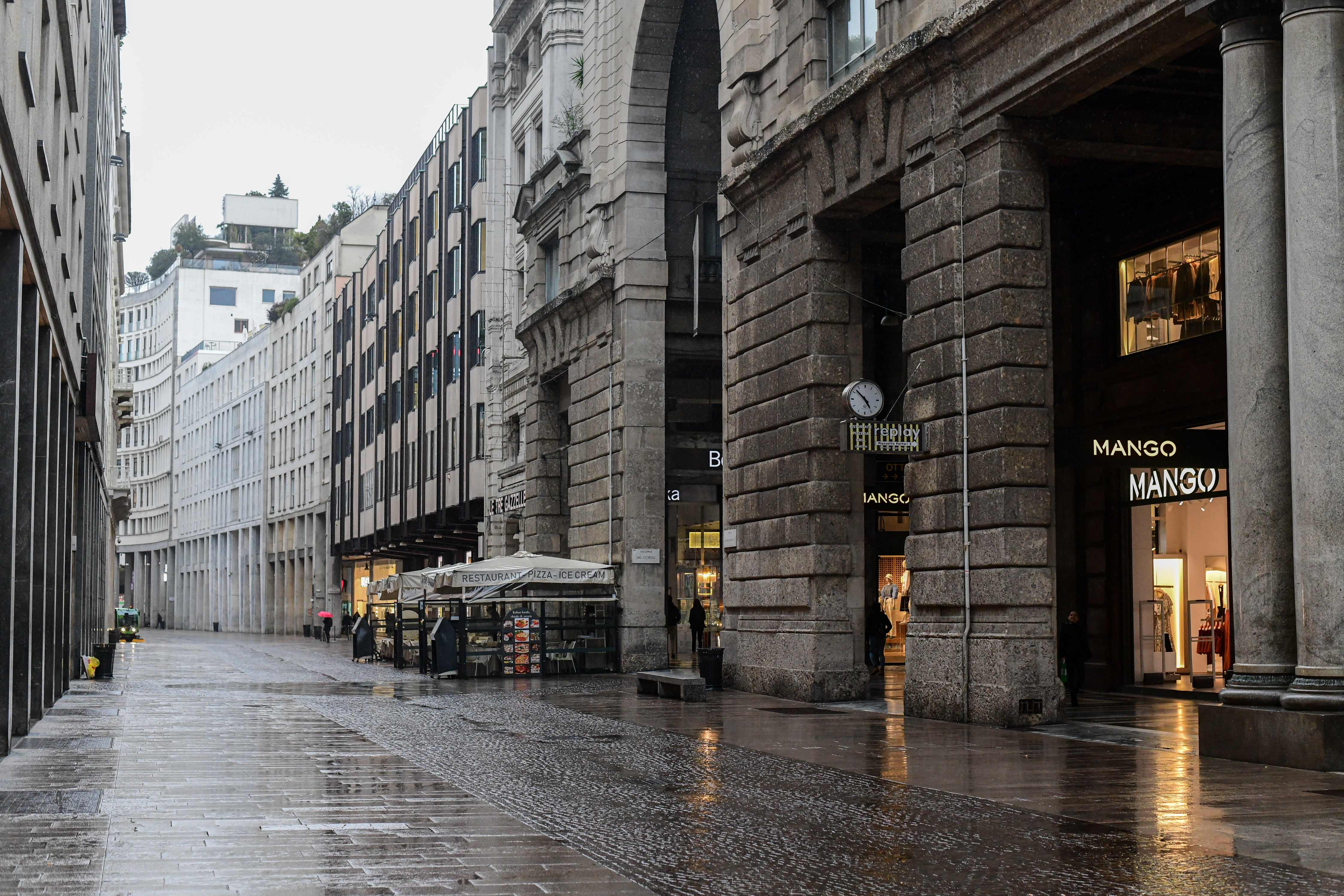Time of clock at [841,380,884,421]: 4:52
